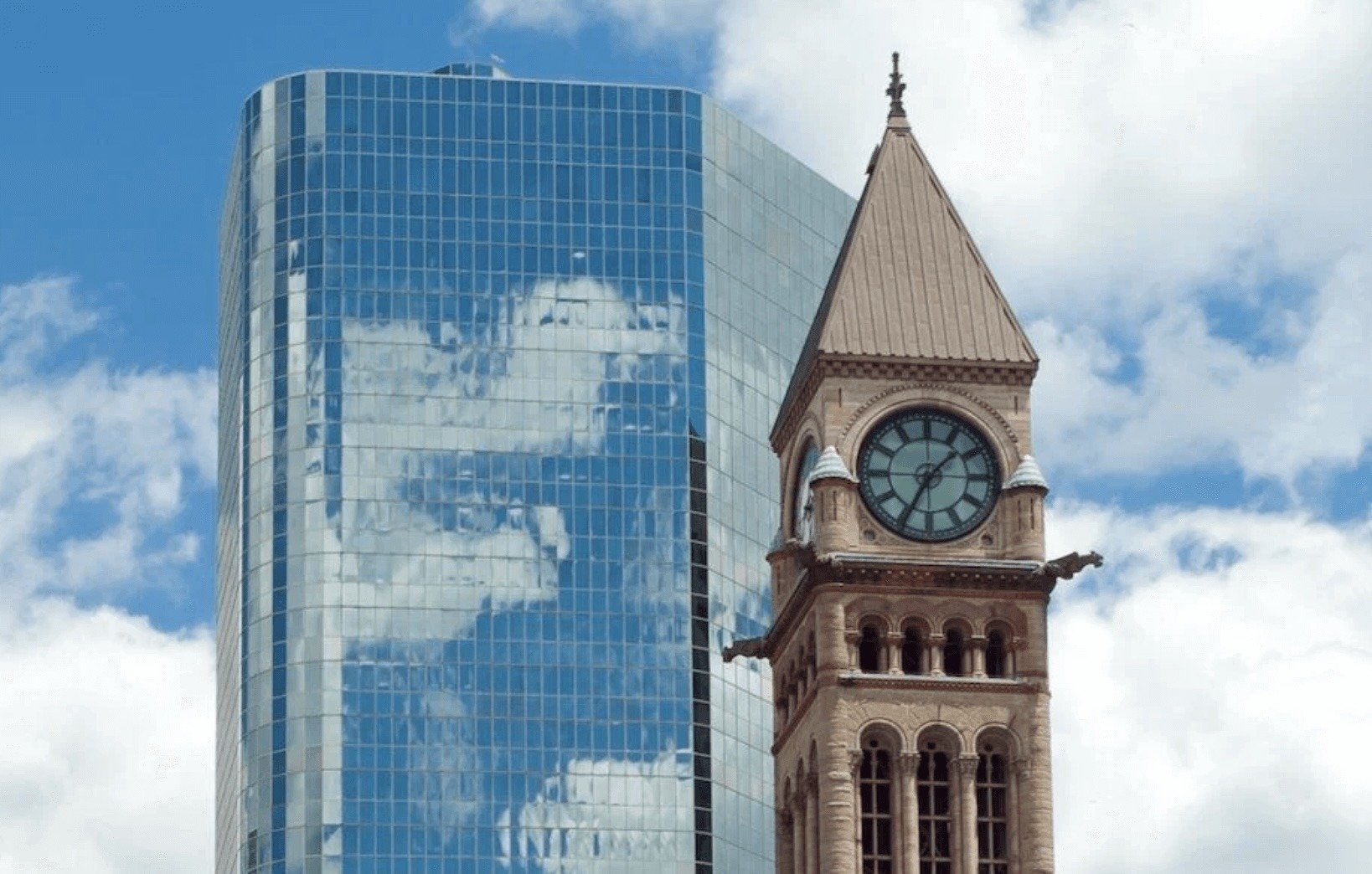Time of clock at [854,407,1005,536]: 1:34
